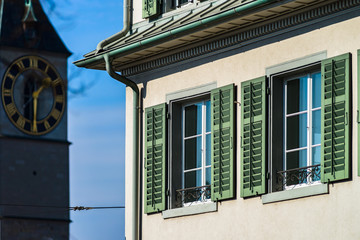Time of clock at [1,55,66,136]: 1:30
